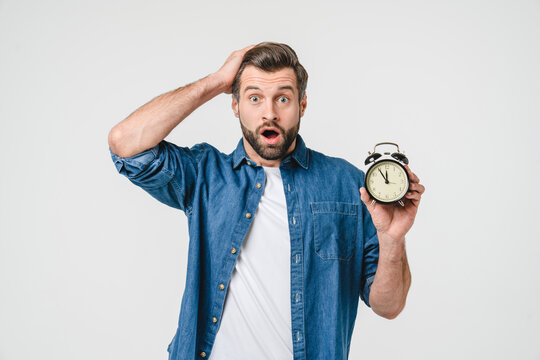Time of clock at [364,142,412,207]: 11:54
